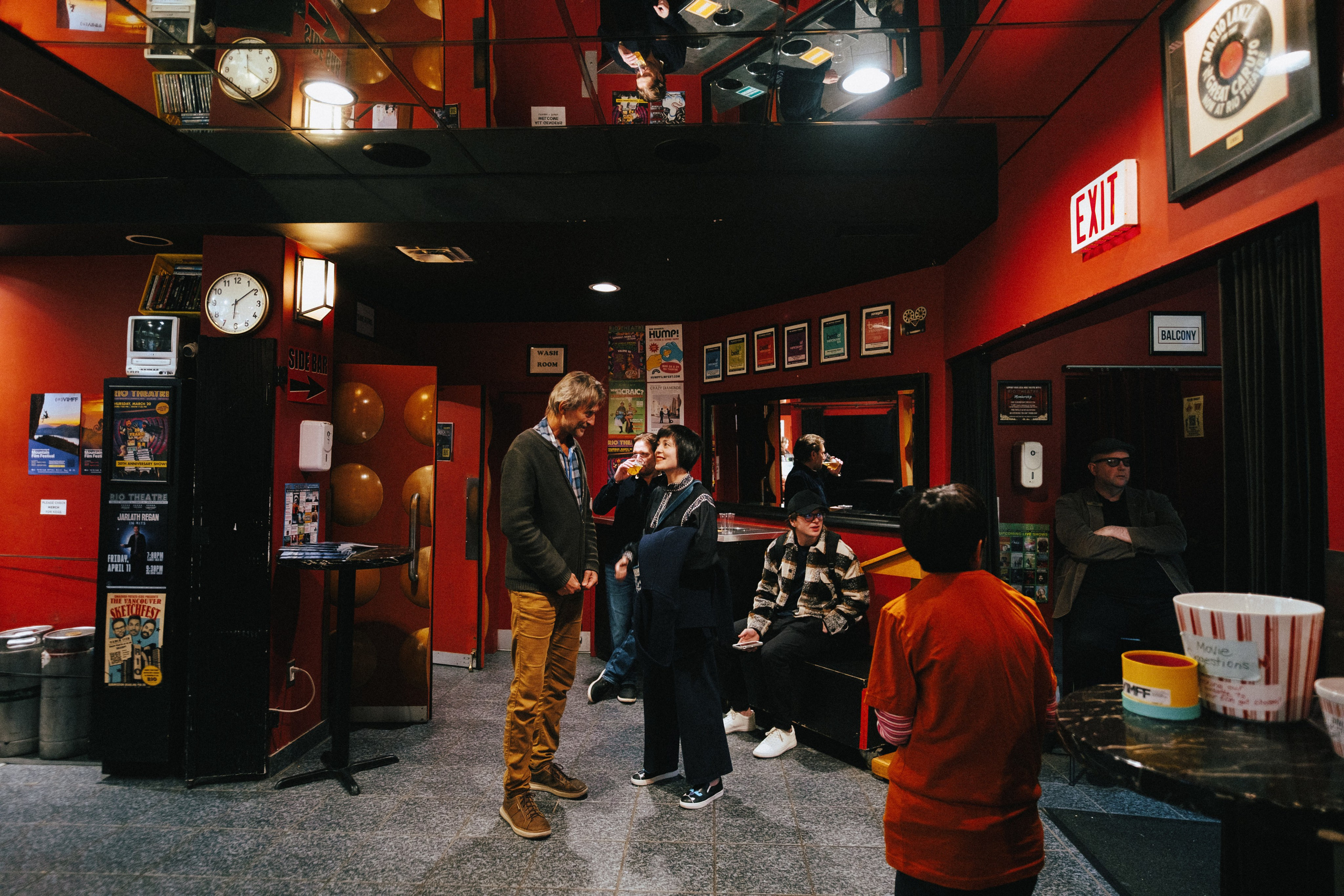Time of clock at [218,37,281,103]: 3:58
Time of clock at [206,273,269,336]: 6:08
